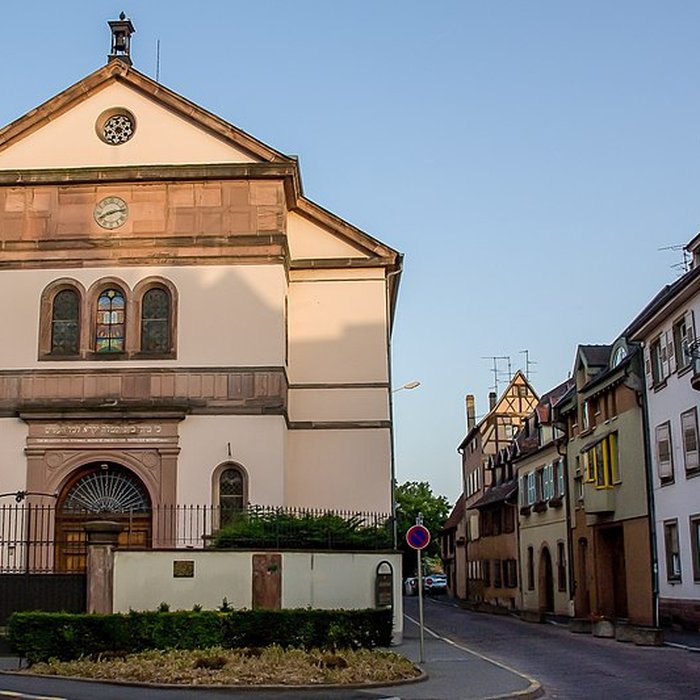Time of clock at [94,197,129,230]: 8:12
